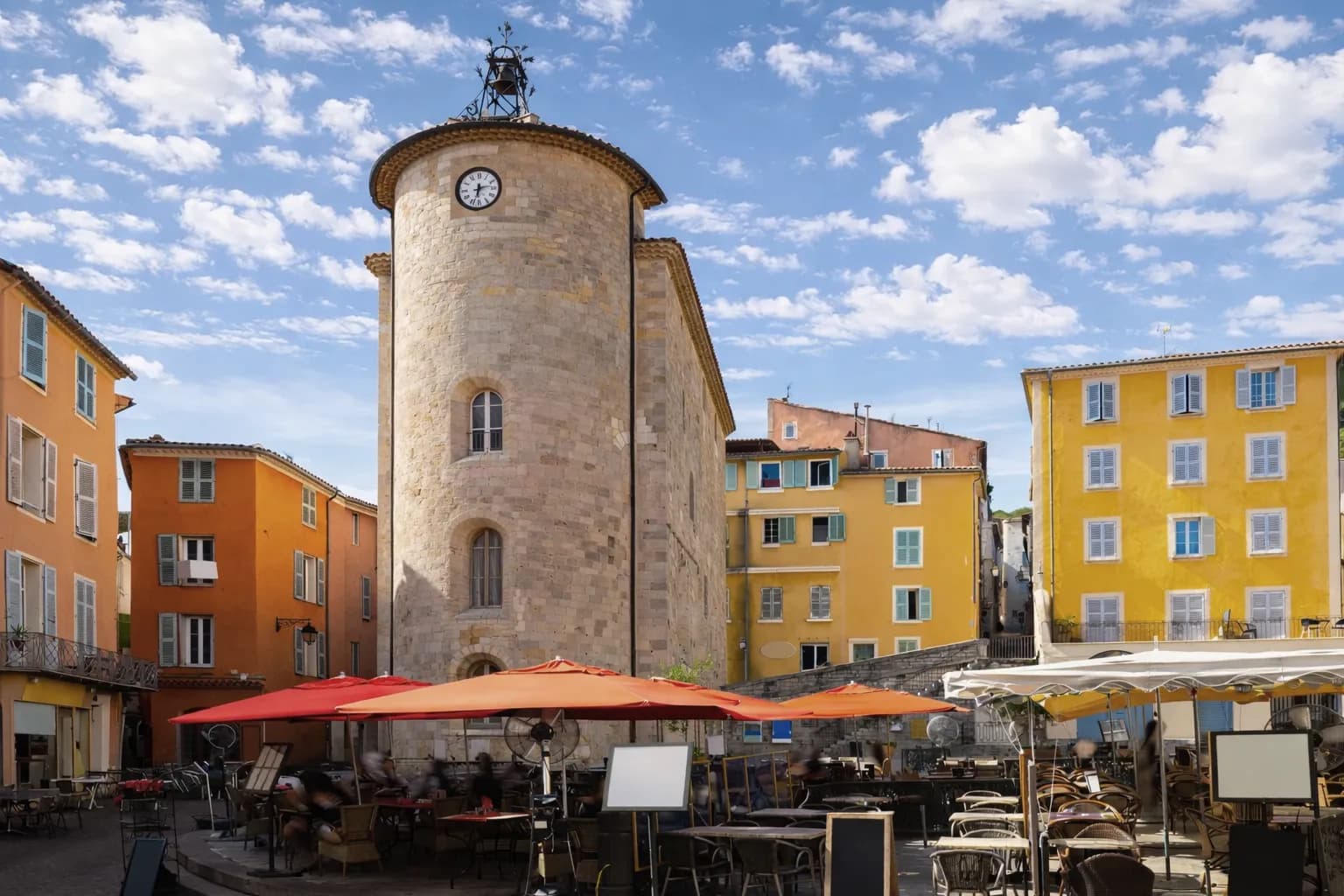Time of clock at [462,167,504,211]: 6:13
